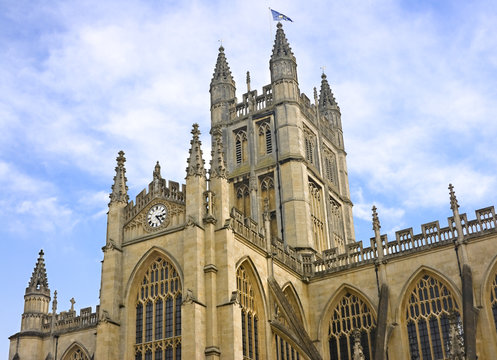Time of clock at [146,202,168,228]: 3:23
